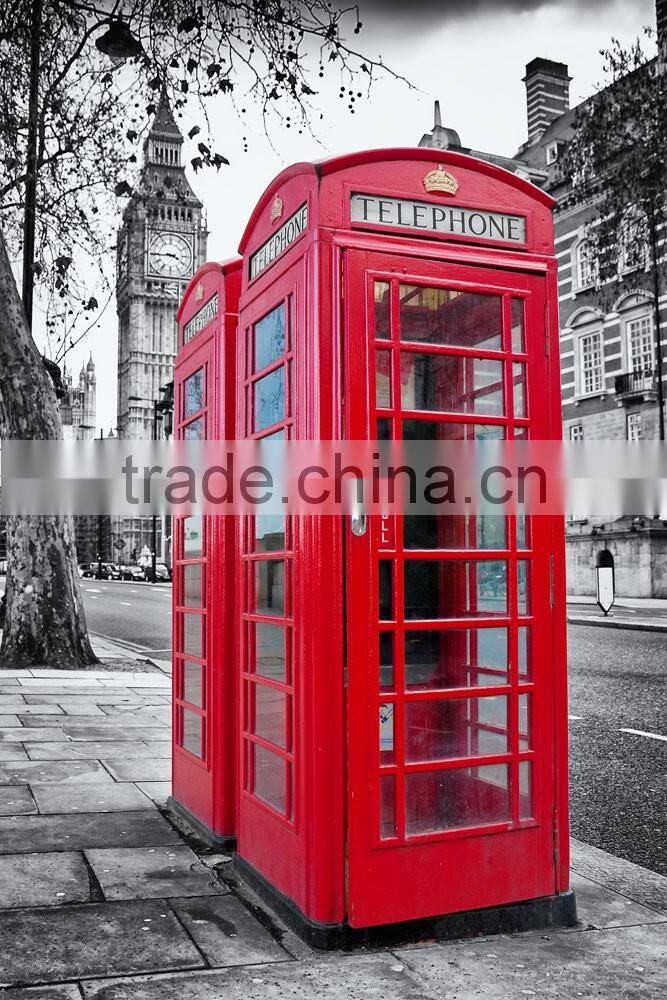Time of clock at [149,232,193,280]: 3:44
